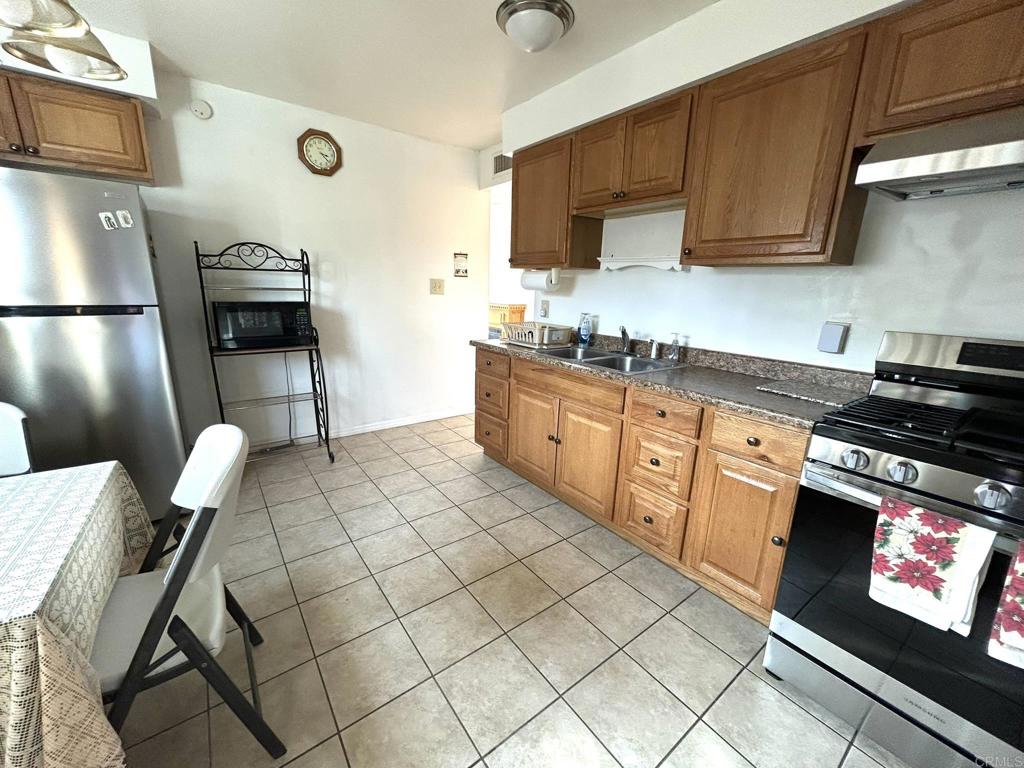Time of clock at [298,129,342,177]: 3:22
